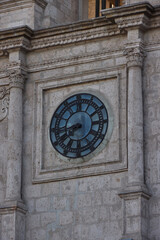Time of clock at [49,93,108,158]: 8:38
